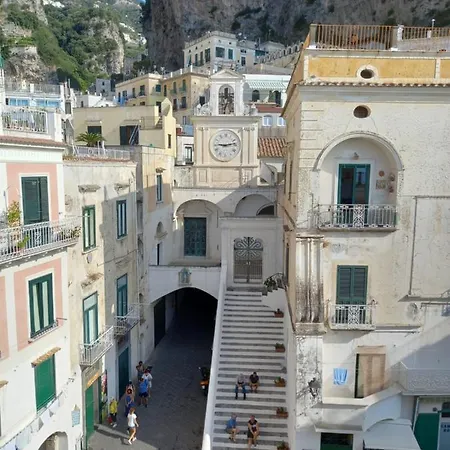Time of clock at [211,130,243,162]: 9:12
